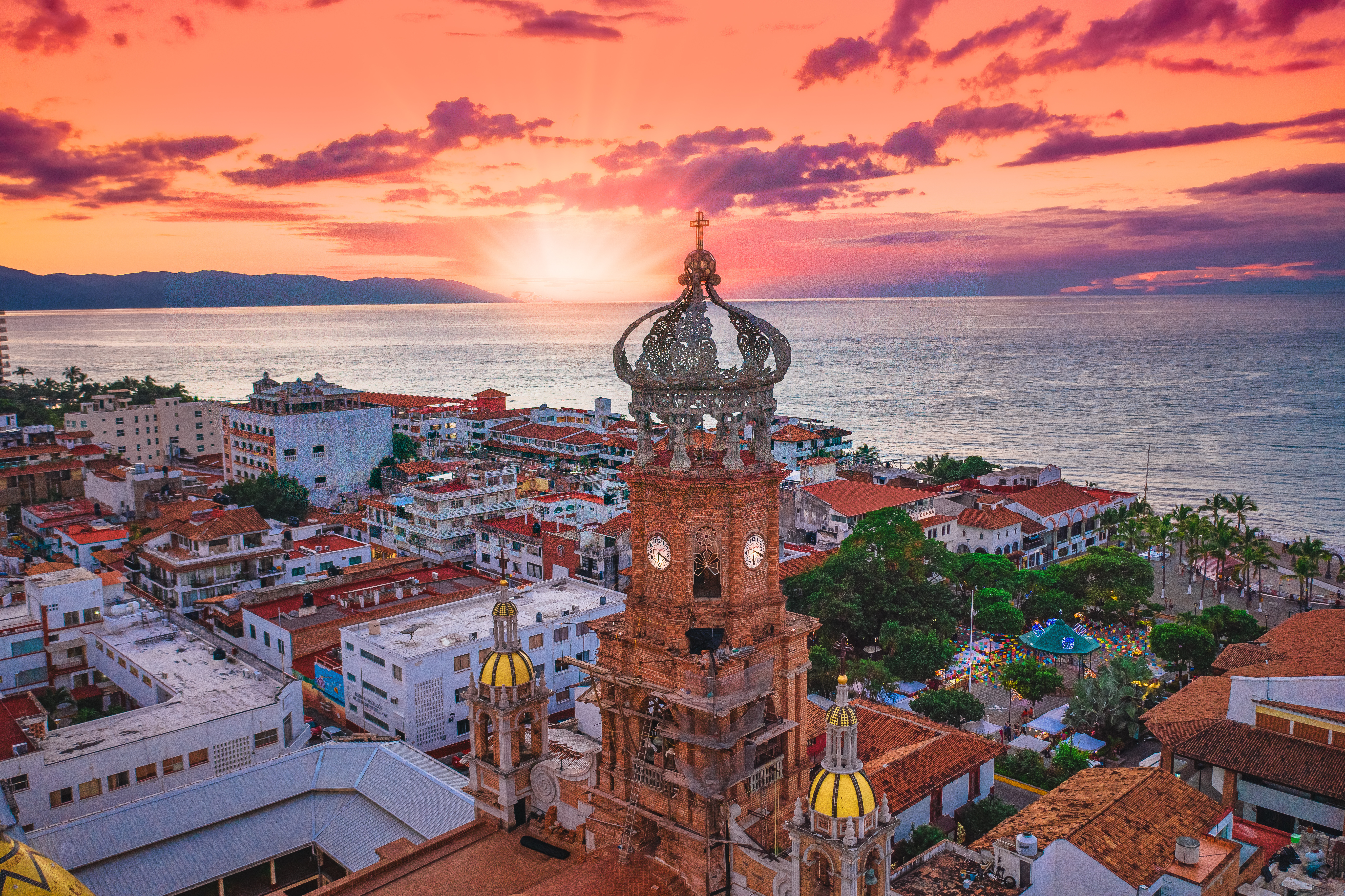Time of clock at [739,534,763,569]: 6:19
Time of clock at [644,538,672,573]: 6:19
